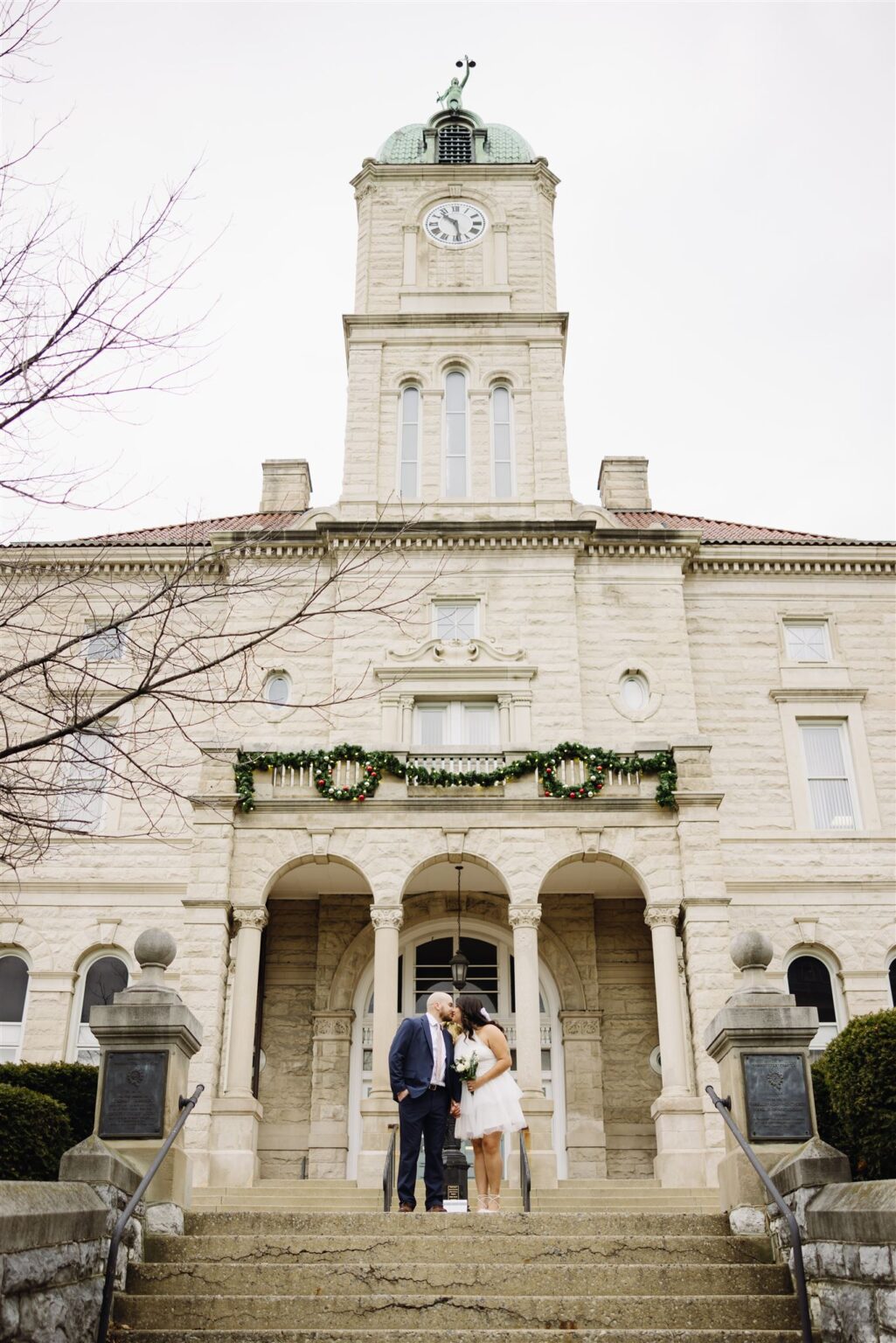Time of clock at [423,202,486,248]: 10:28
